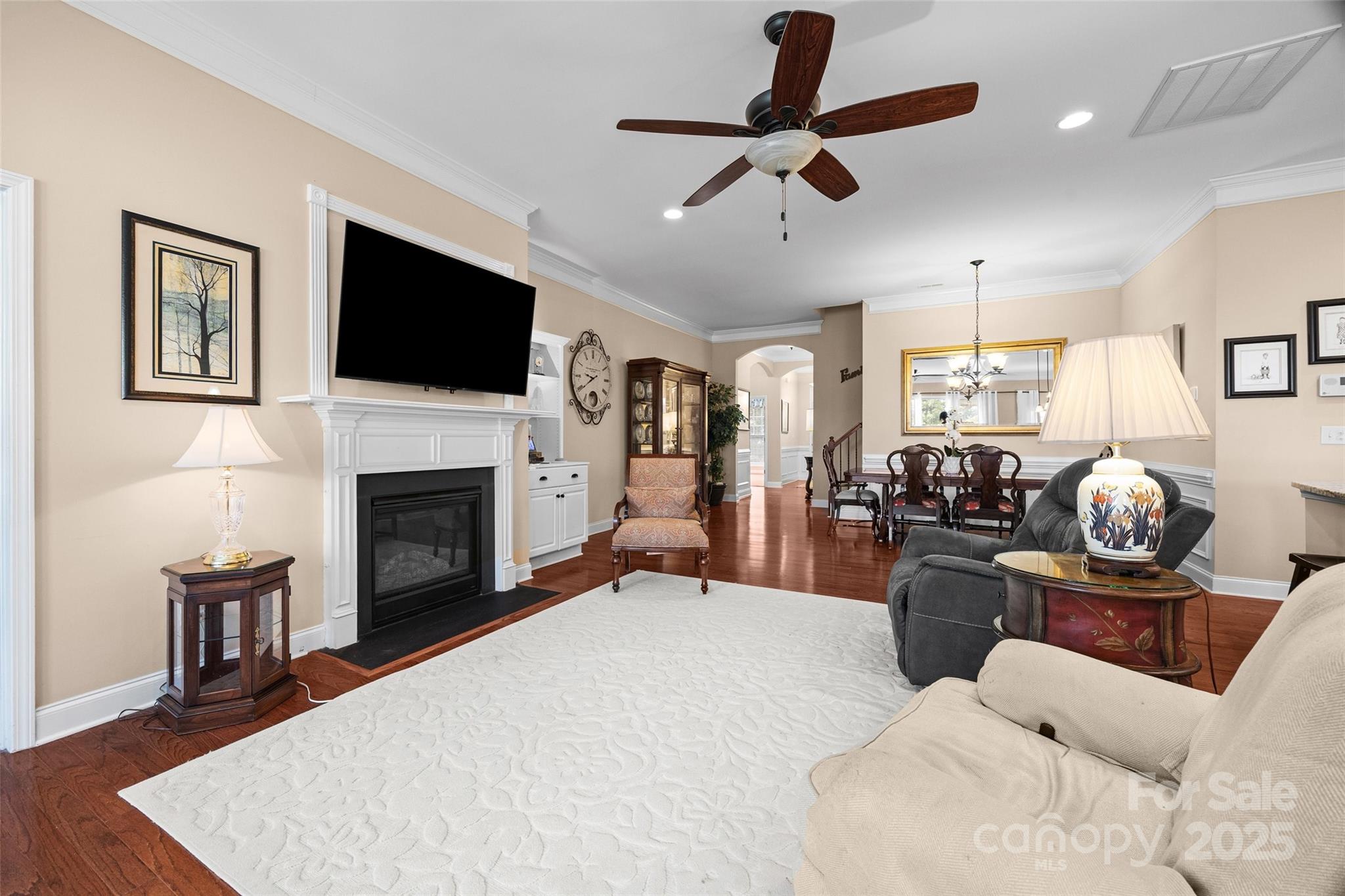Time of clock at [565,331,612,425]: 9:40
